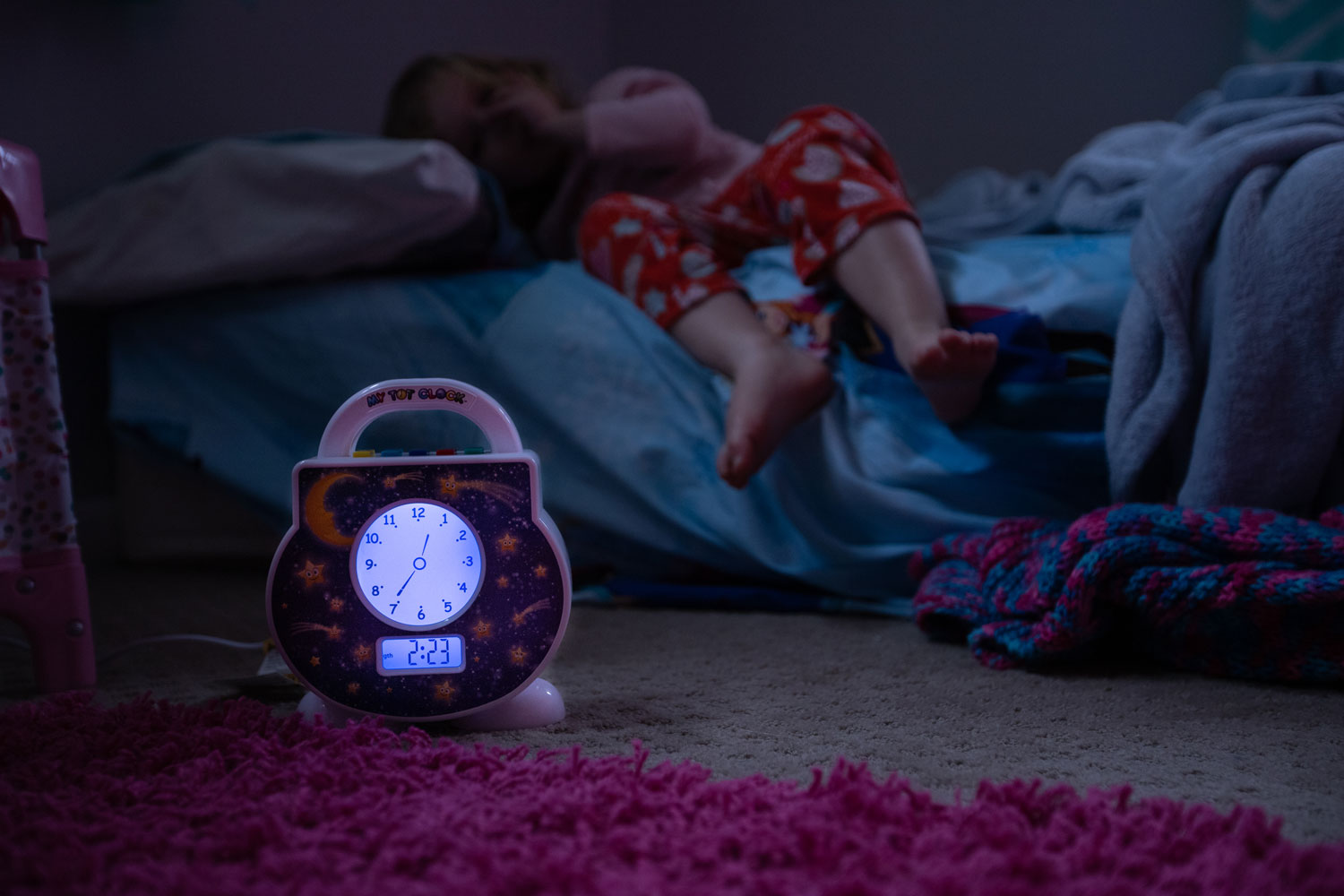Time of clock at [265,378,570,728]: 12:34
